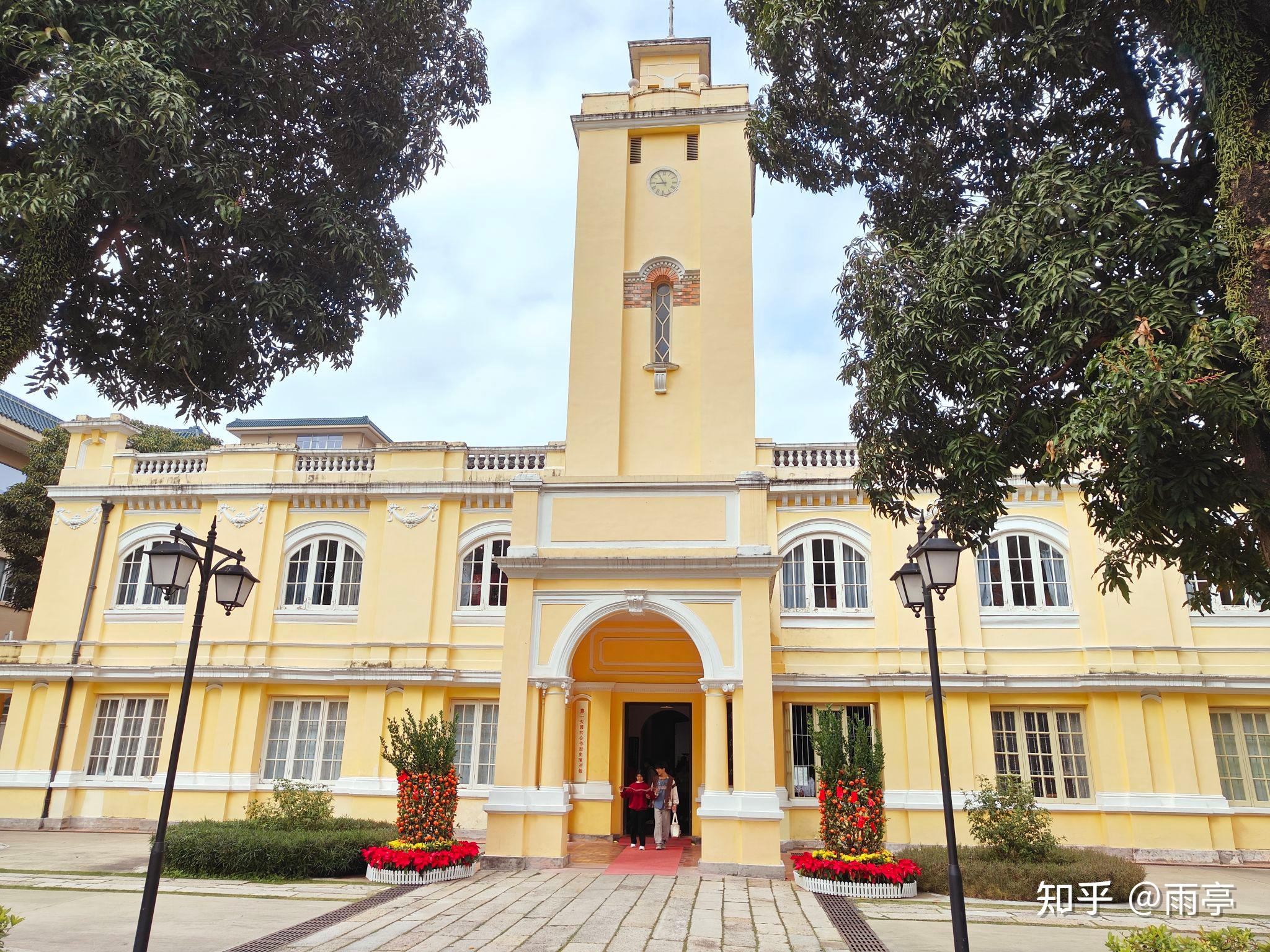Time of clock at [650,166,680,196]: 8:54
